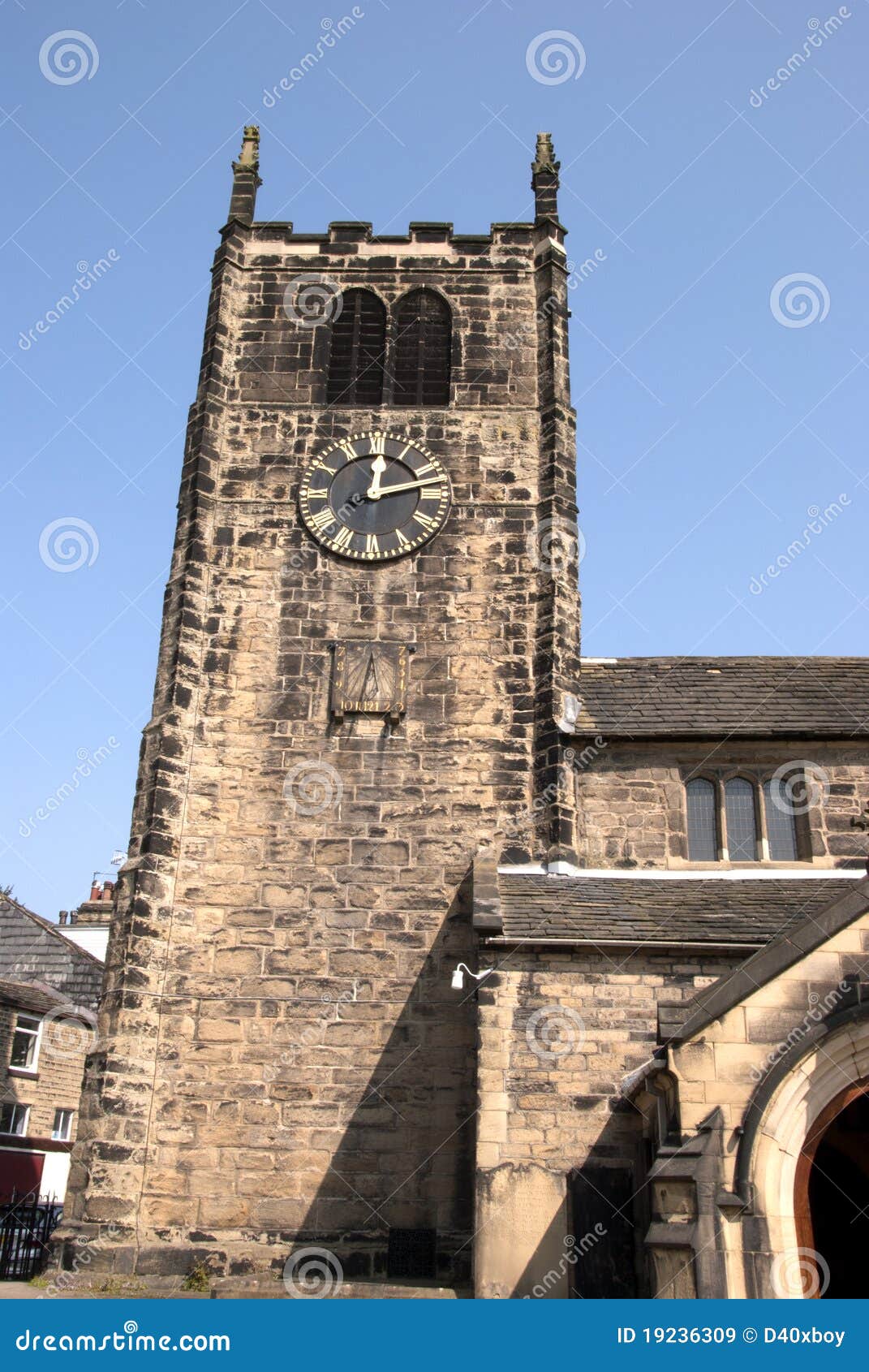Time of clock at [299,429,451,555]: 12:12
